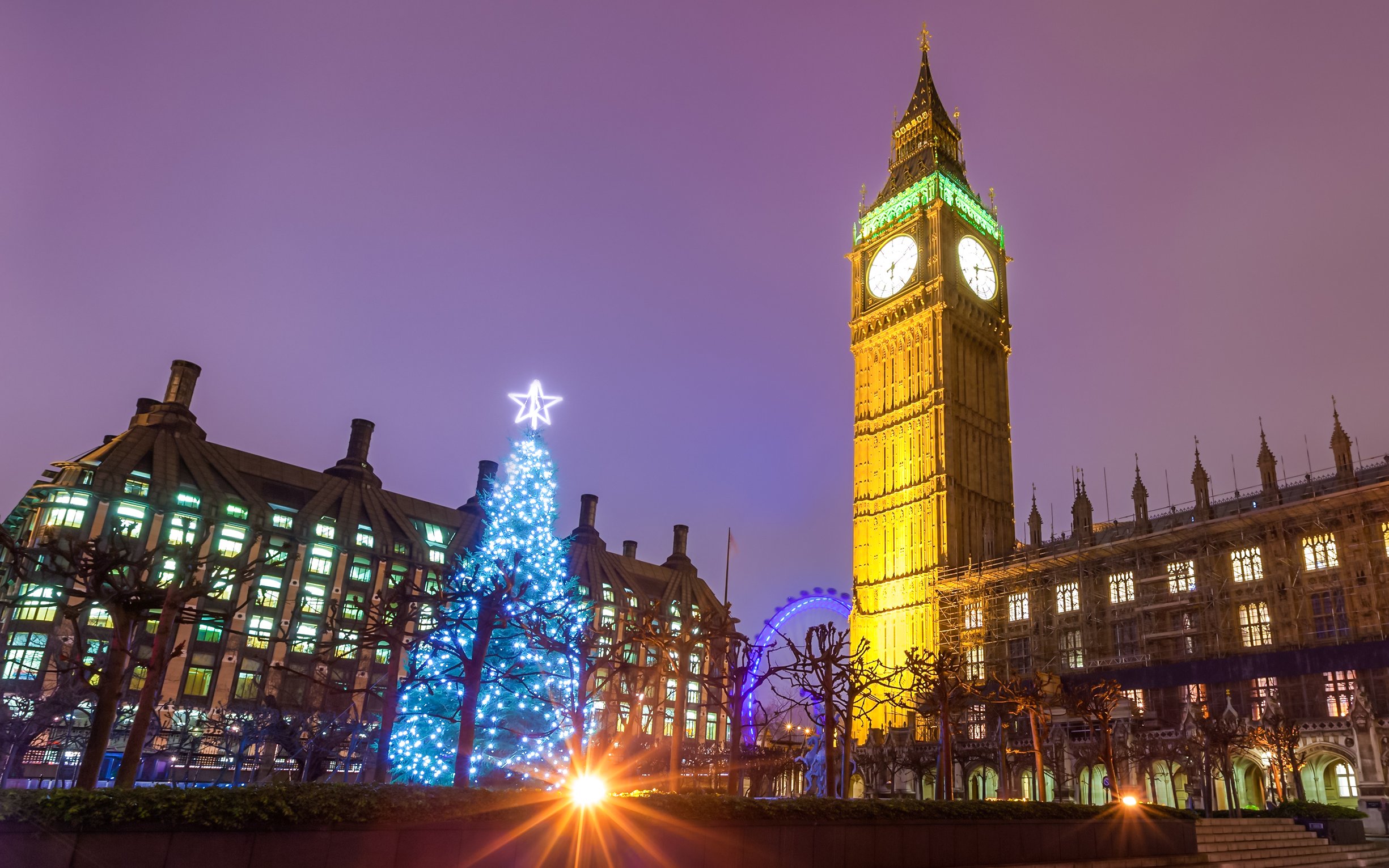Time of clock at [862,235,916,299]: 6:11
